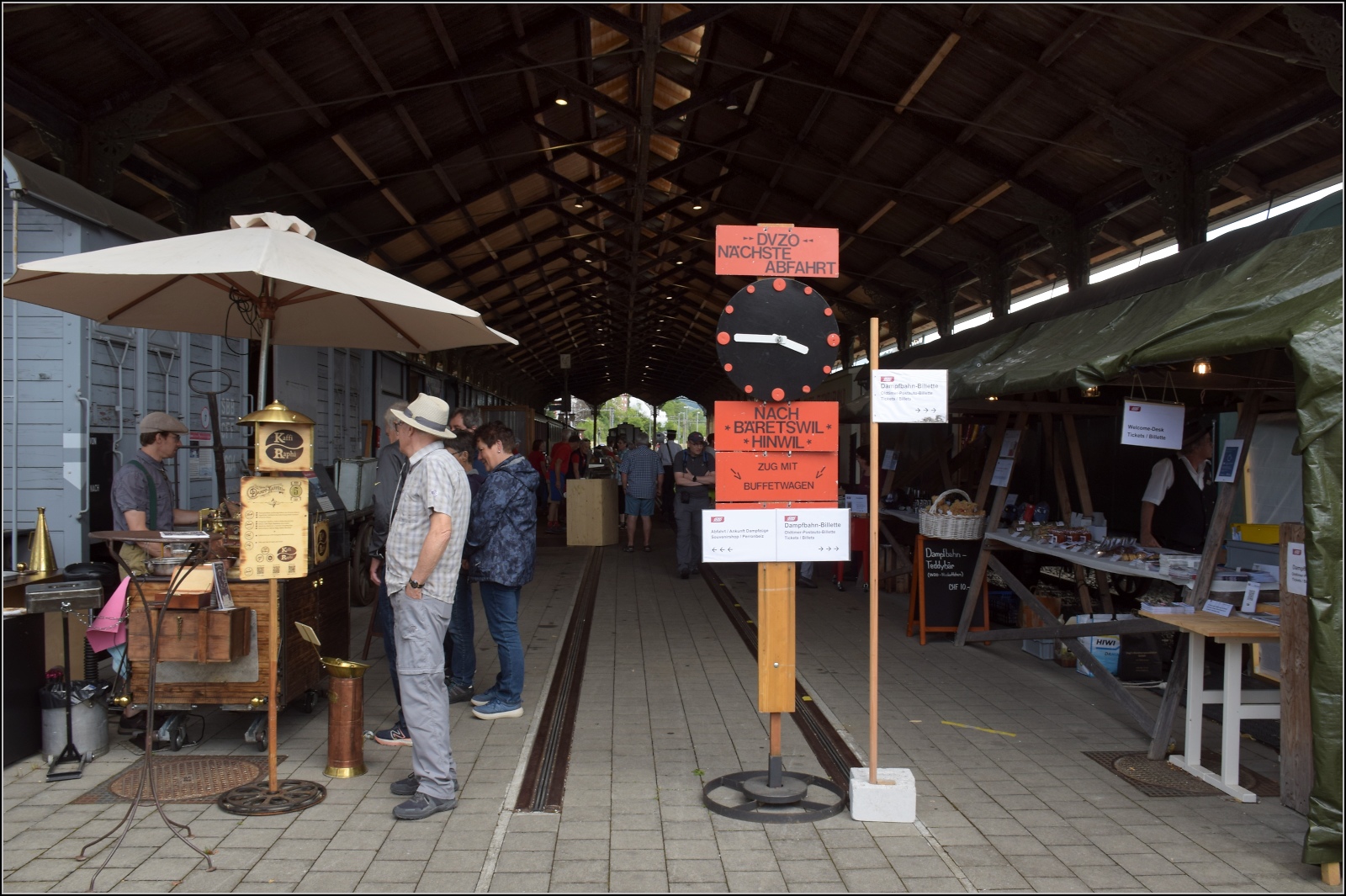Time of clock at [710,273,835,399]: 3:45
